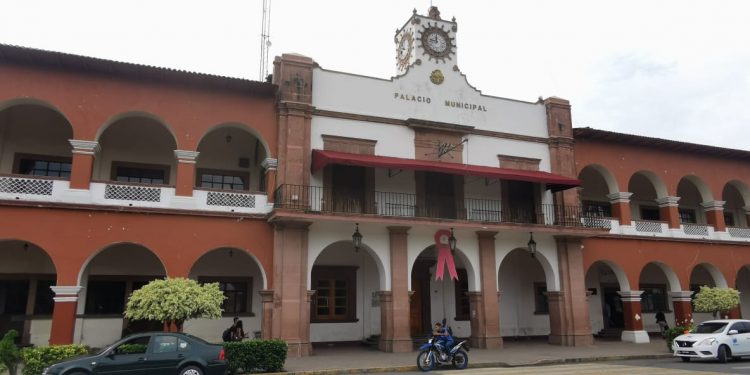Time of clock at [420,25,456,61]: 9:01
